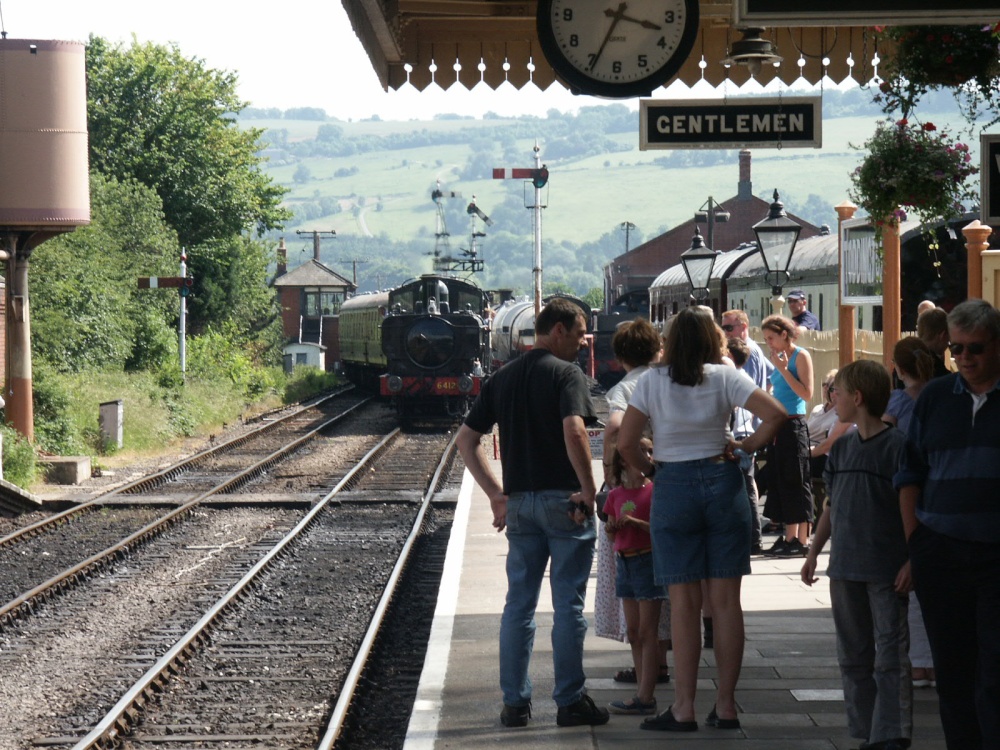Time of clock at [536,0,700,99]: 3:34
